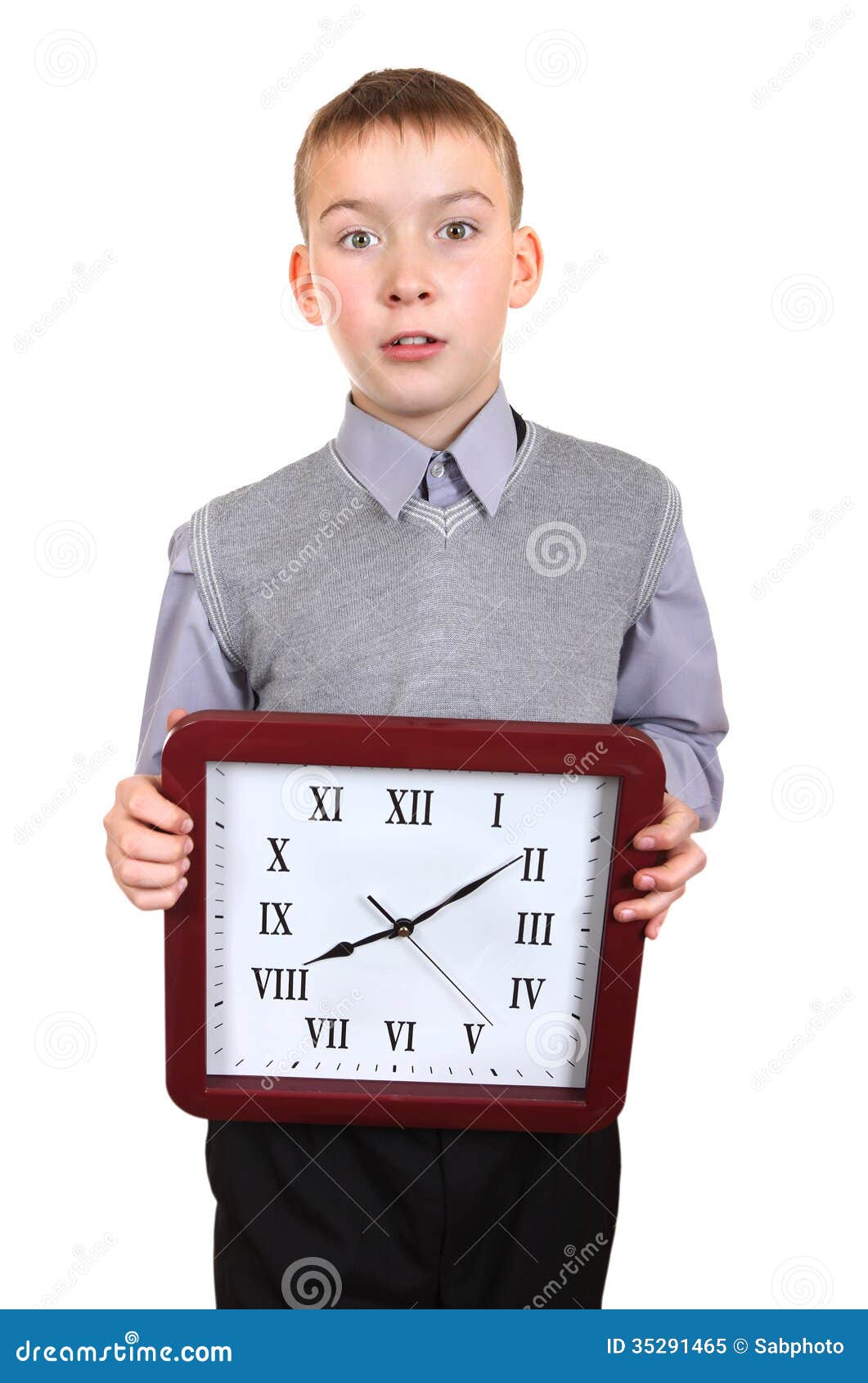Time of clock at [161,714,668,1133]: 8:09
